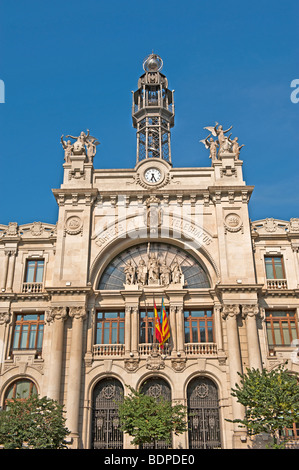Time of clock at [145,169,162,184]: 6:25
